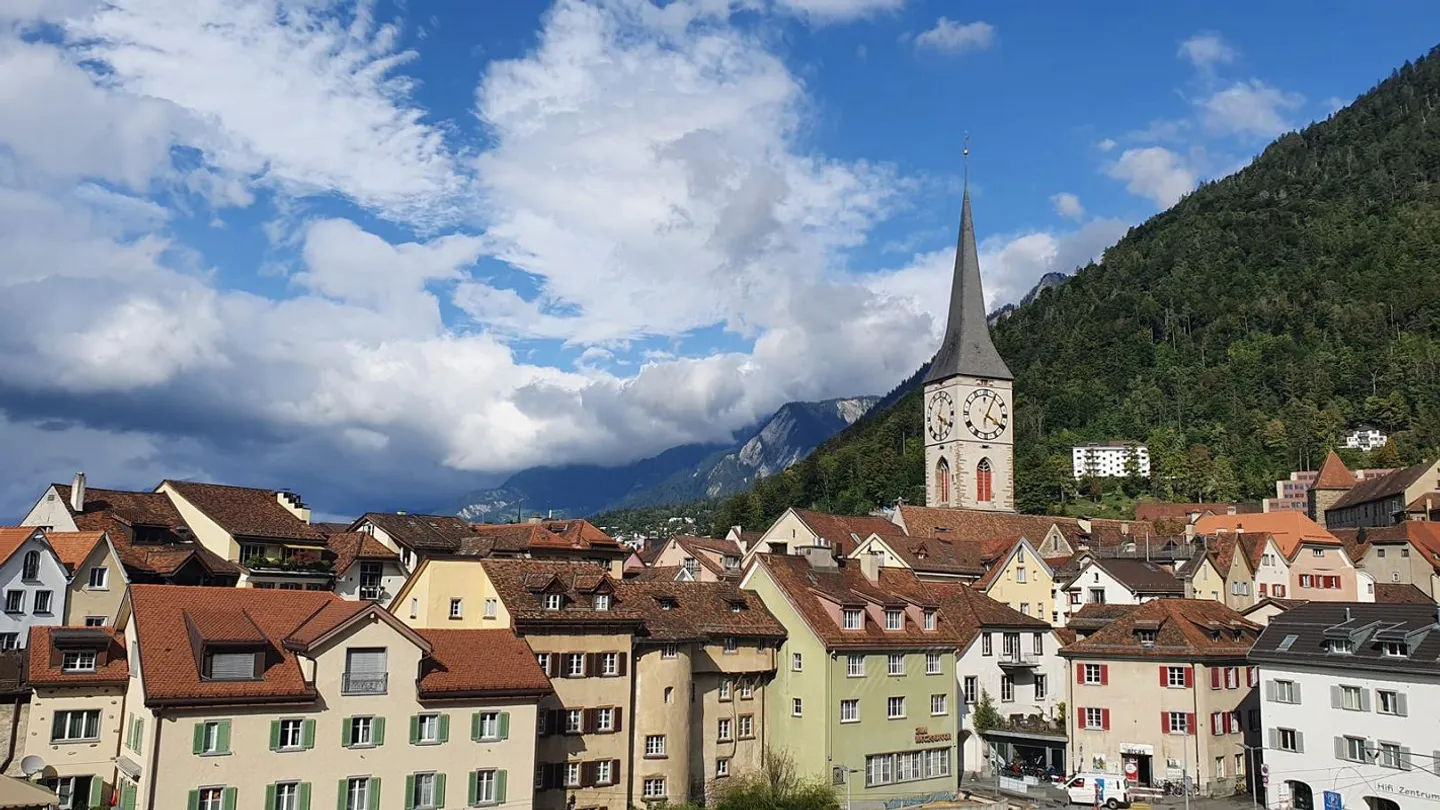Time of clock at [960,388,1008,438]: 4:04
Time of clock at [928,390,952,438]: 4:03
